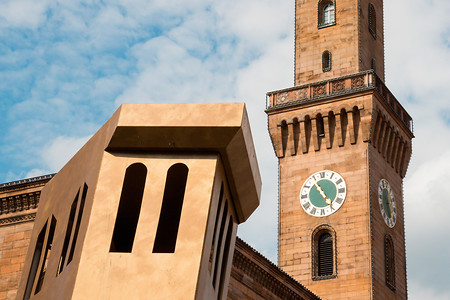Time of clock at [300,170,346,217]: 4:54
